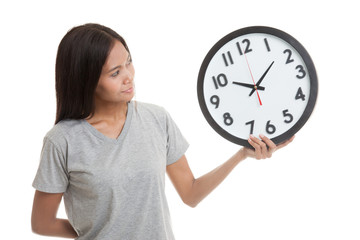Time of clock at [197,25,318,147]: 10:08
